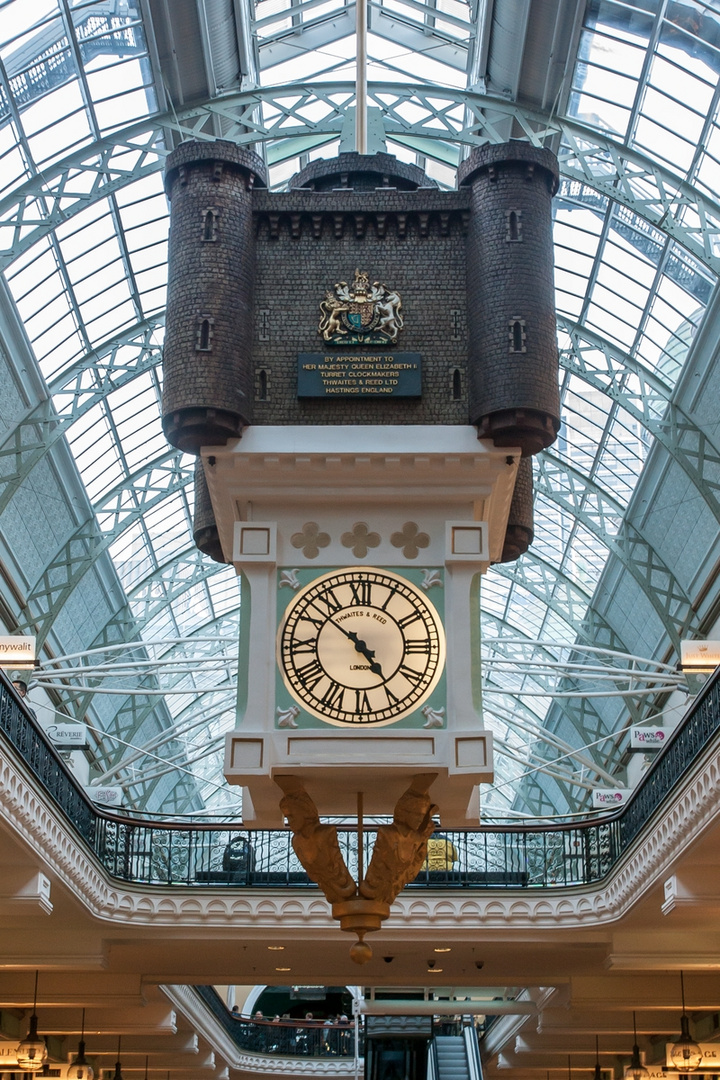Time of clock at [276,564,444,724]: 4:52
